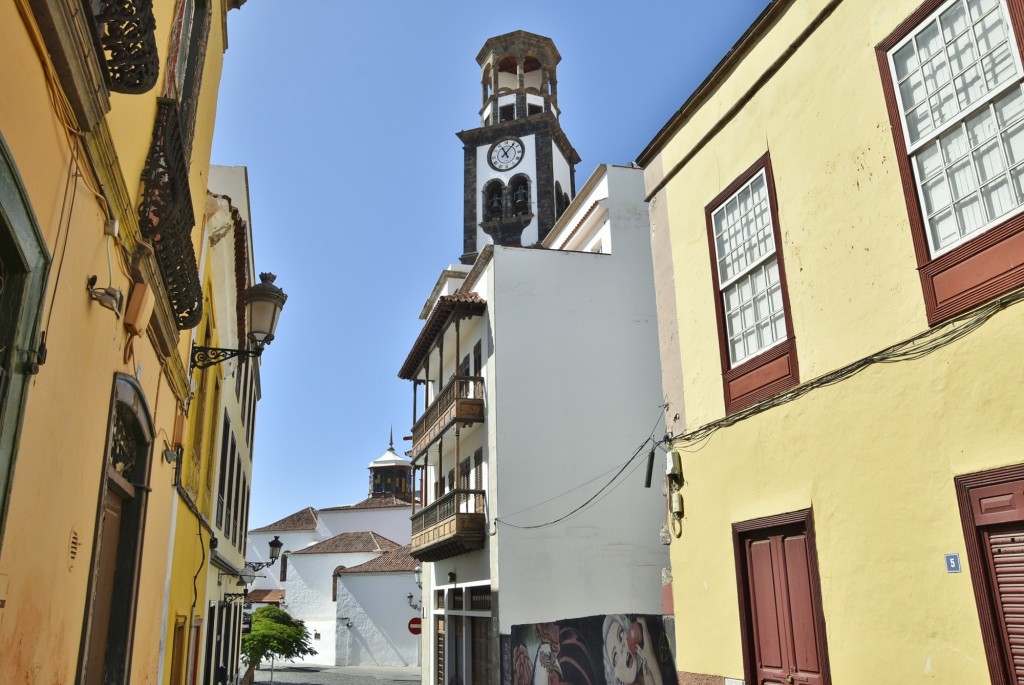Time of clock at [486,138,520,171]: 11:07
